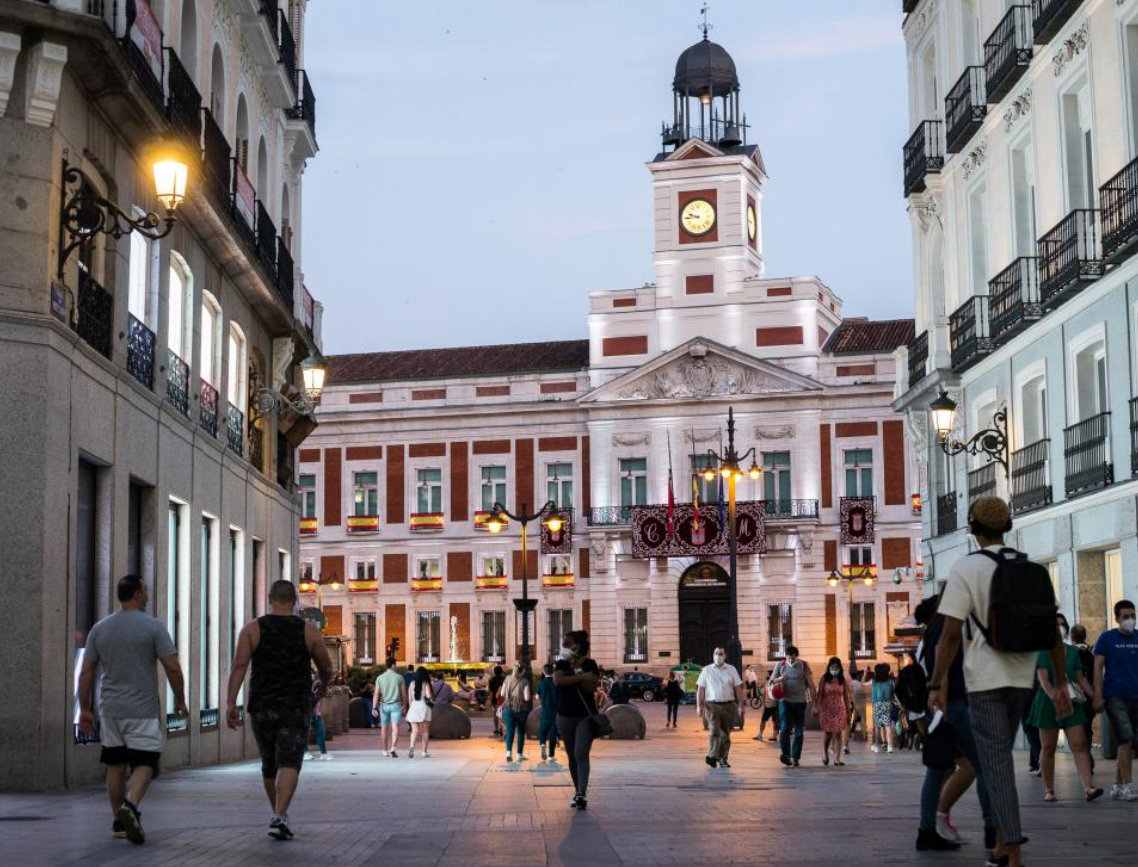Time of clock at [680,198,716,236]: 9:44
